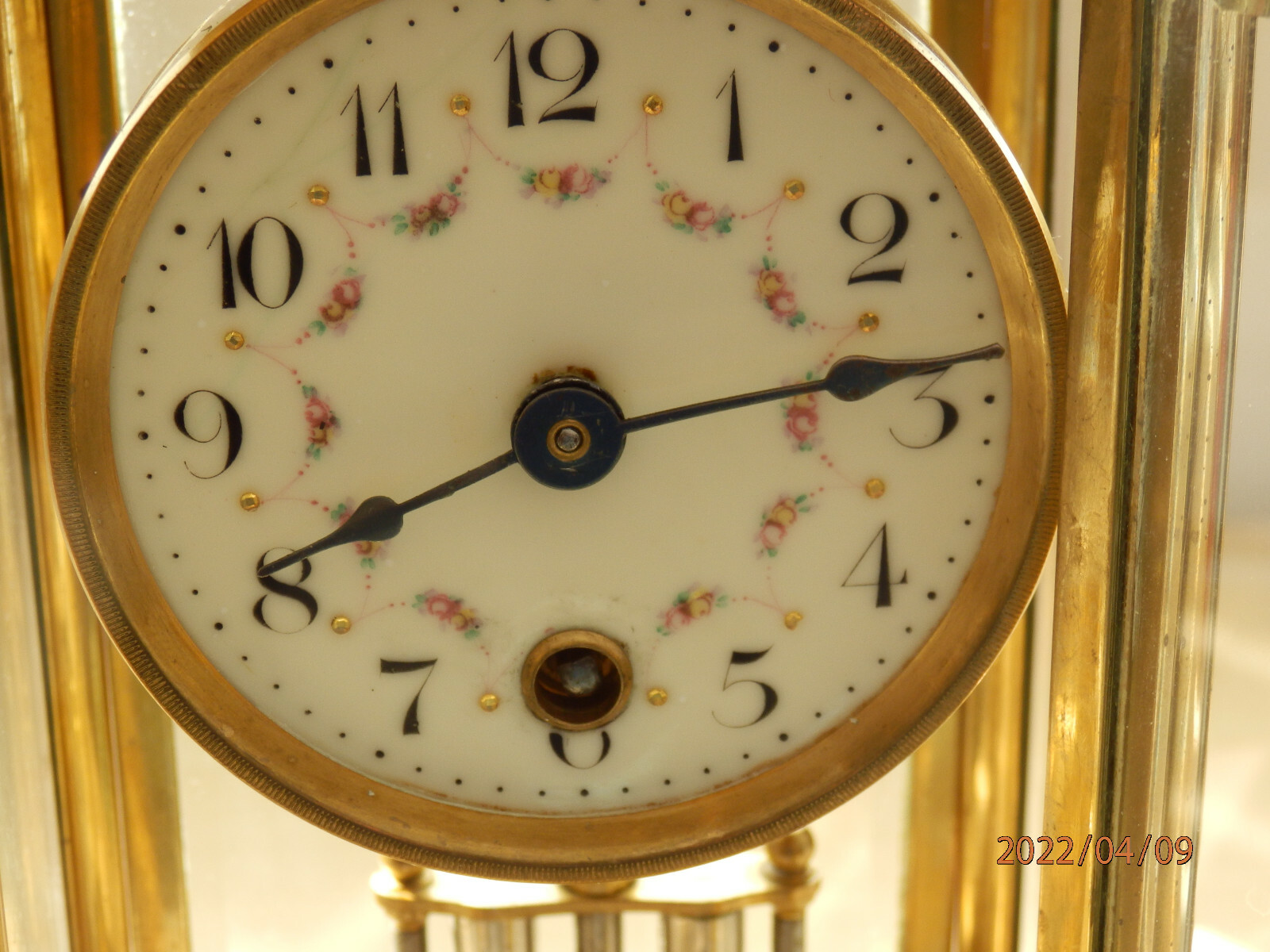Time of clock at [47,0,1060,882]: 2:40
